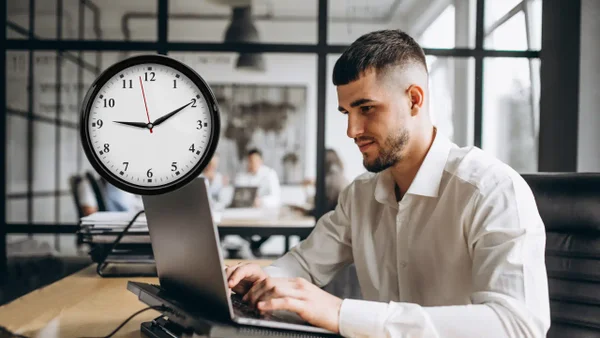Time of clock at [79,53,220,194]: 9:10
